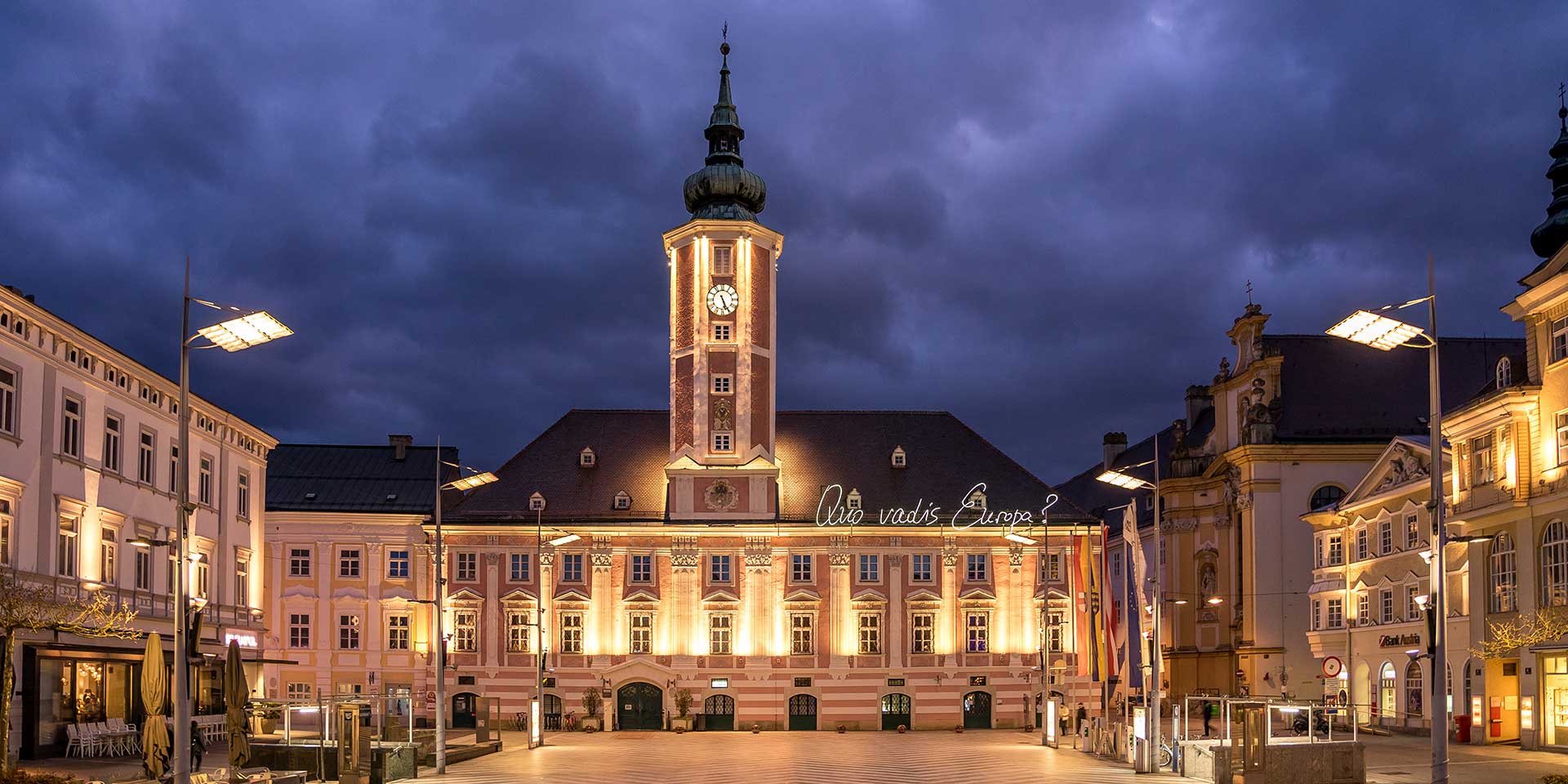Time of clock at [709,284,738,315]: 5:26
